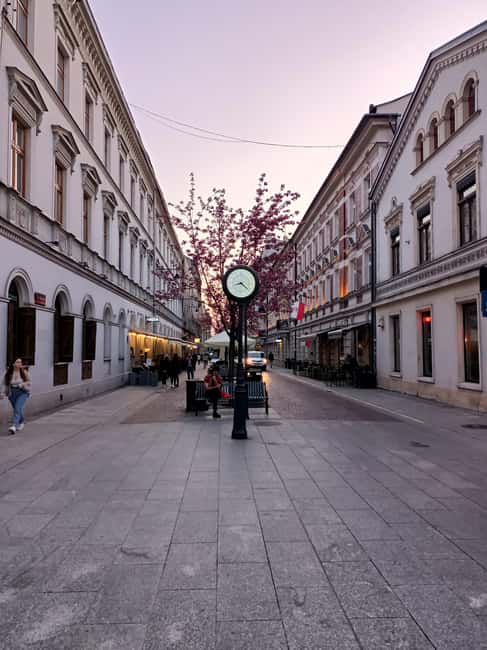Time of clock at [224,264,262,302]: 8:21
